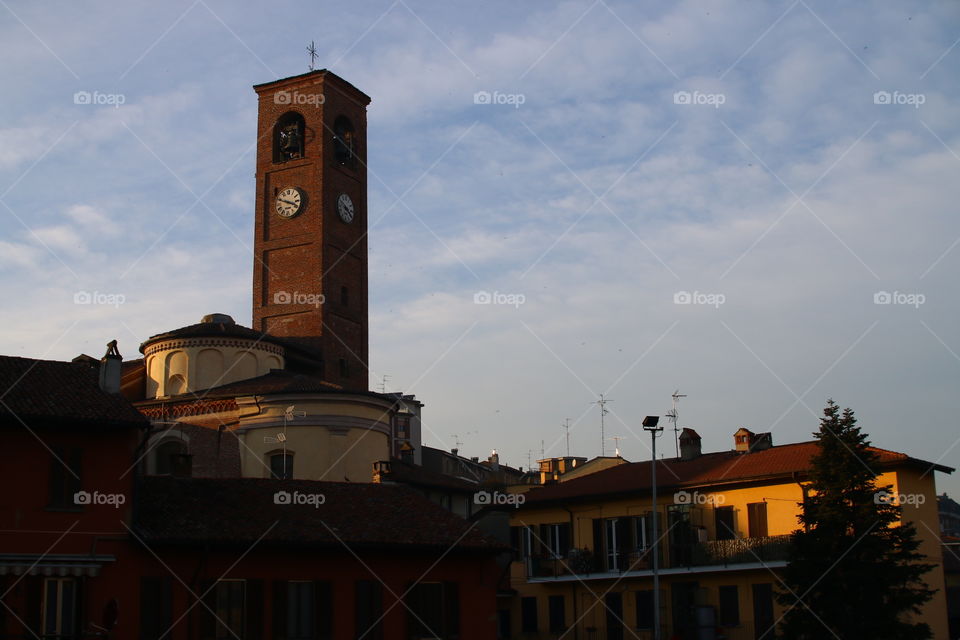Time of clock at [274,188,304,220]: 3:48
